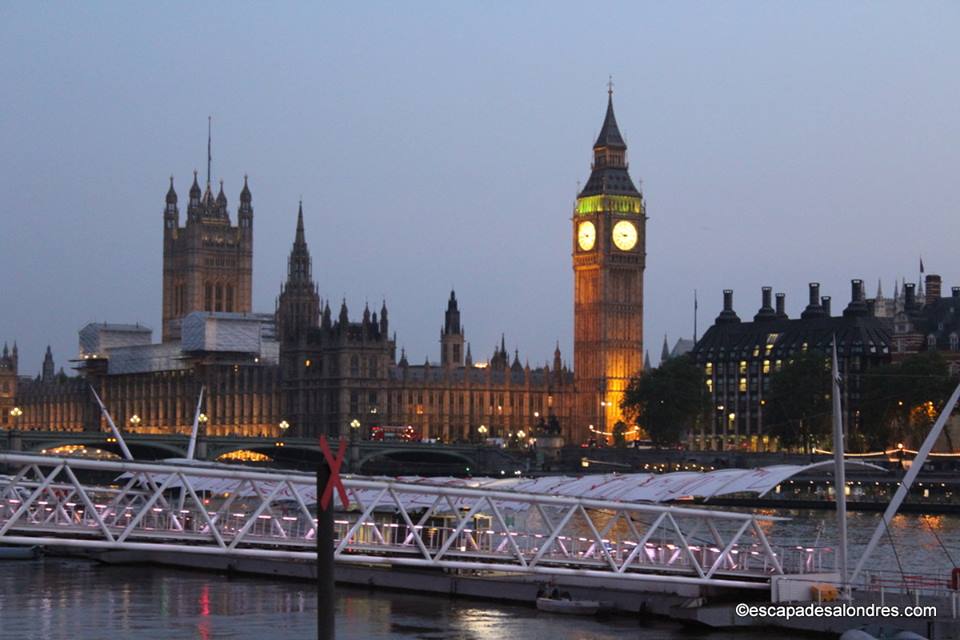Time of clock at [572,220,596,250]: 3:43
